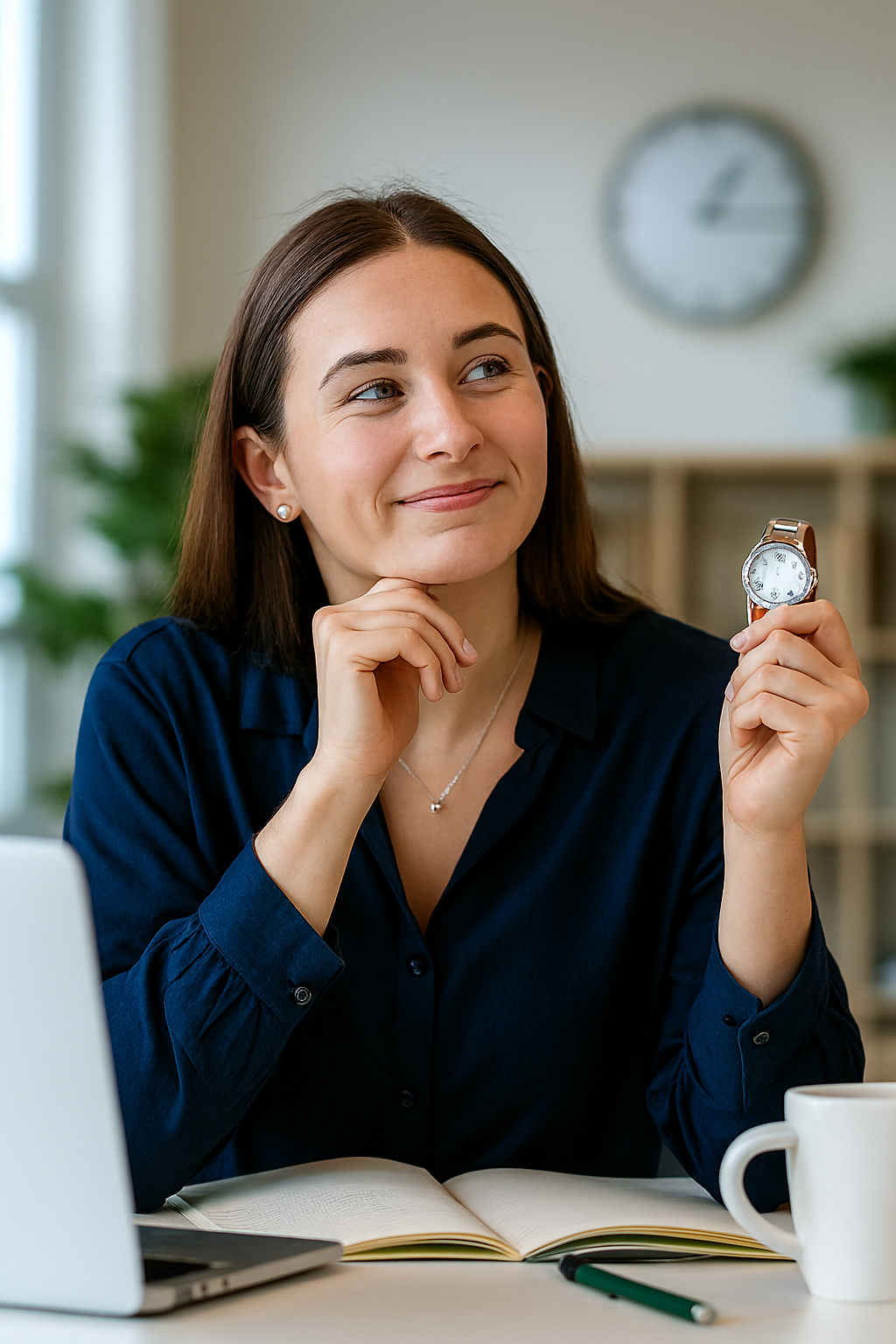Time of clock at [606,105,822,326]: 1:16
